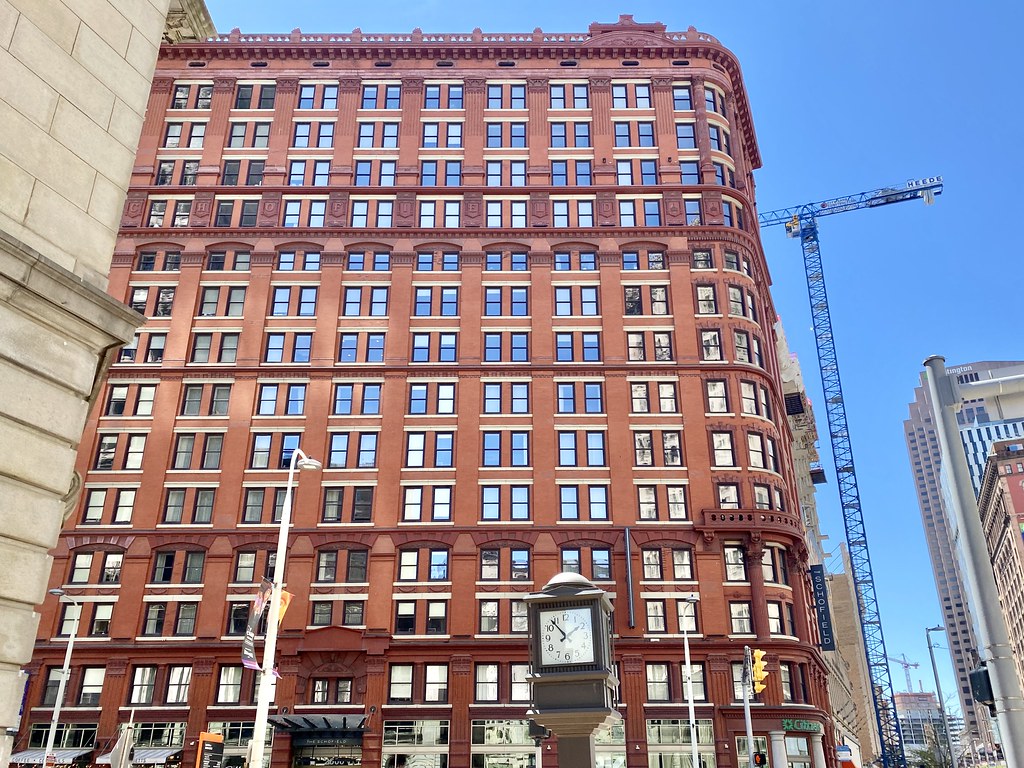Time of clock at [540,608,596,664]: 1:53
